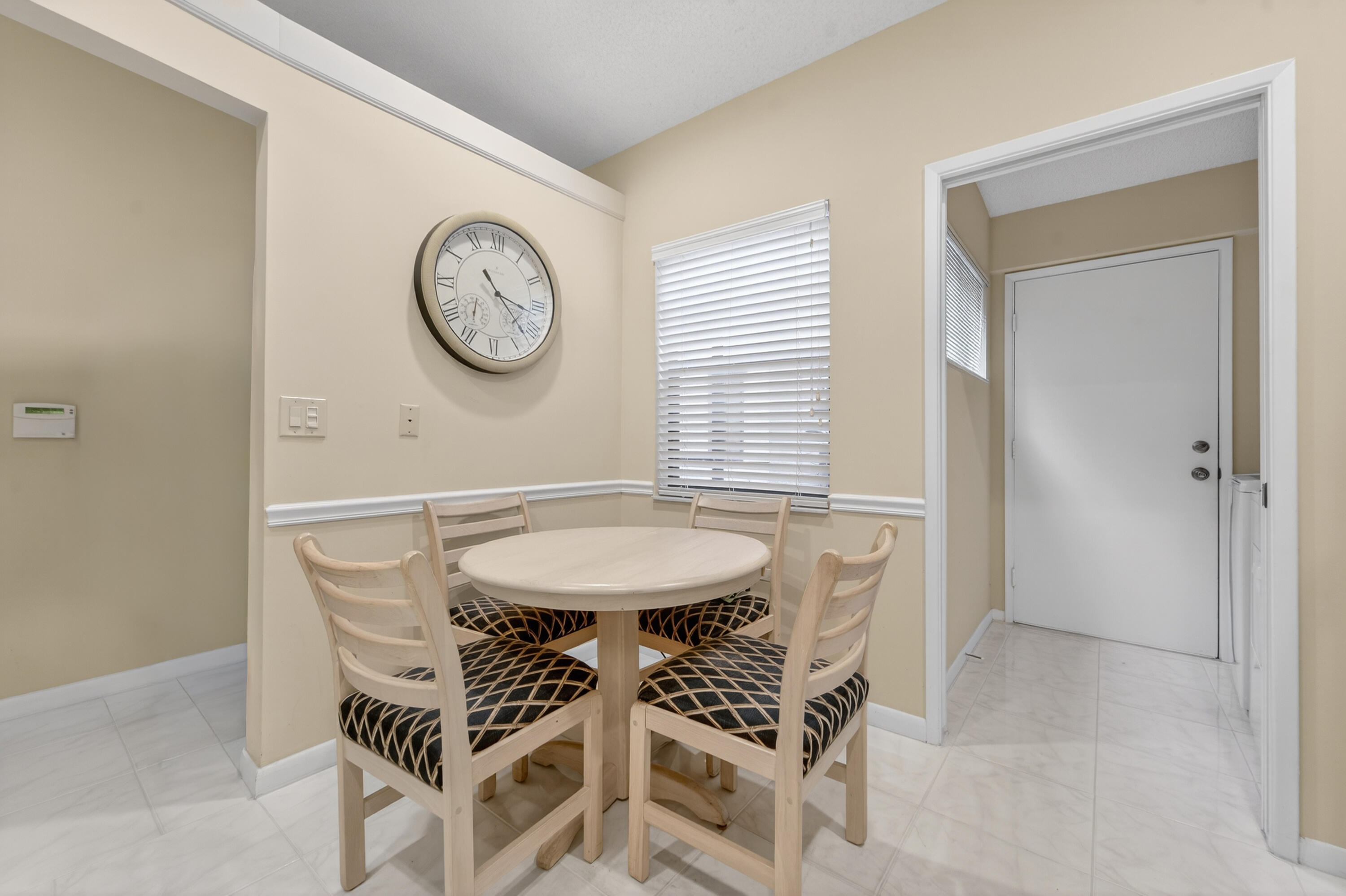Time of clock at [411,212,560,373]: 3:22
